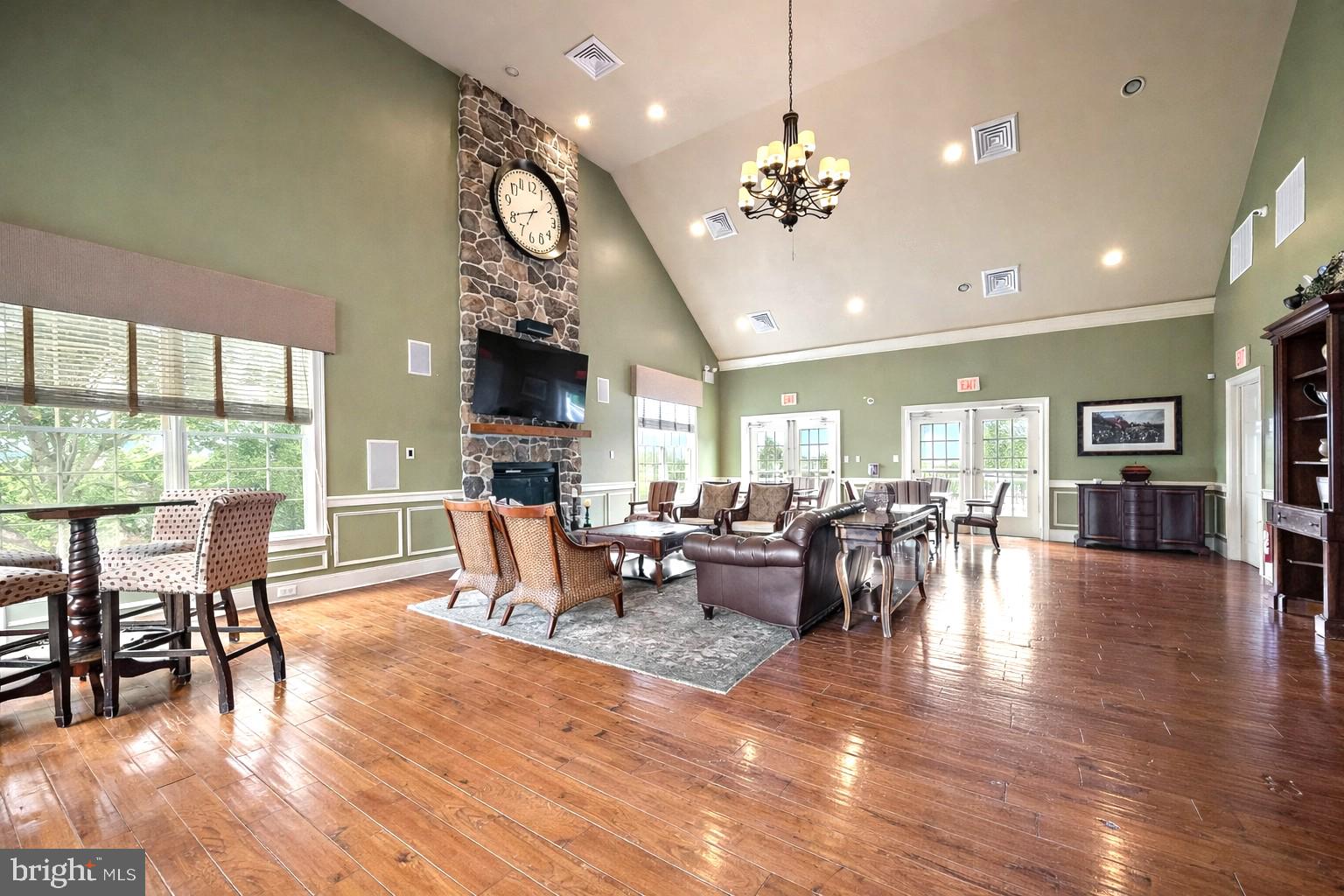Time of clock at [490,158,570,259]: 6:40
